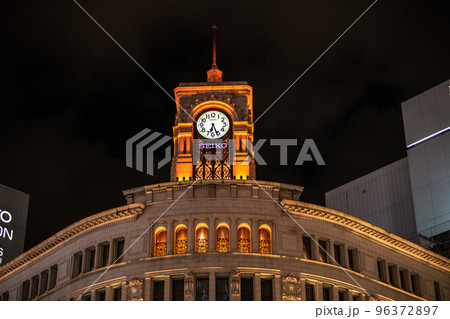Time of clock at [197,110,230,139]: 6:26
